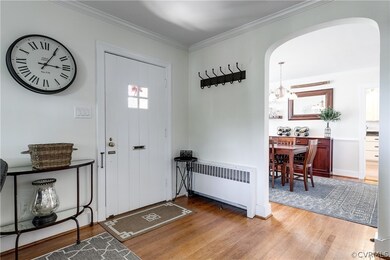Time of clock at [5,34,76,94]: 3:05
